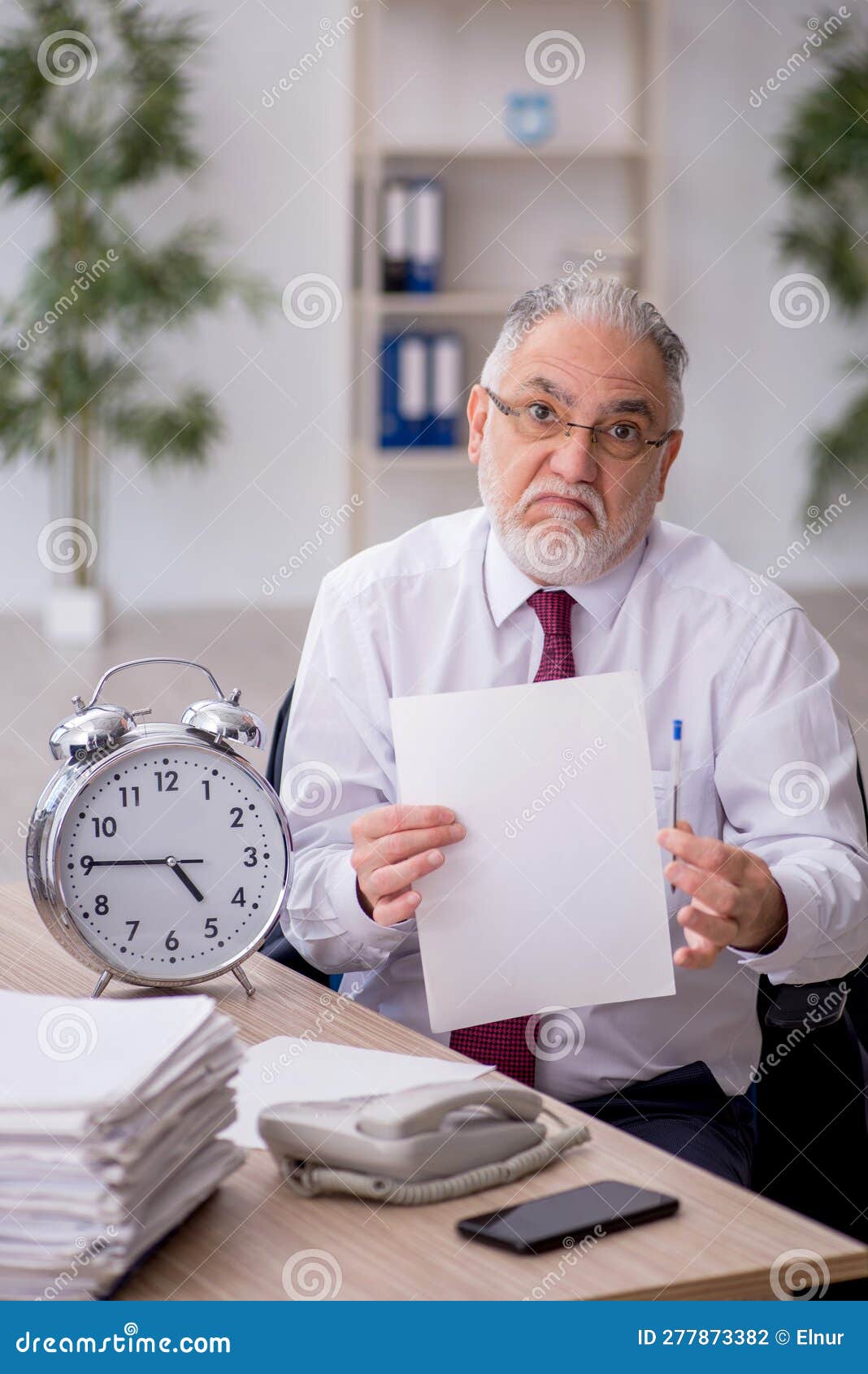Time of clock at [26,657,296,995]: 4:45
